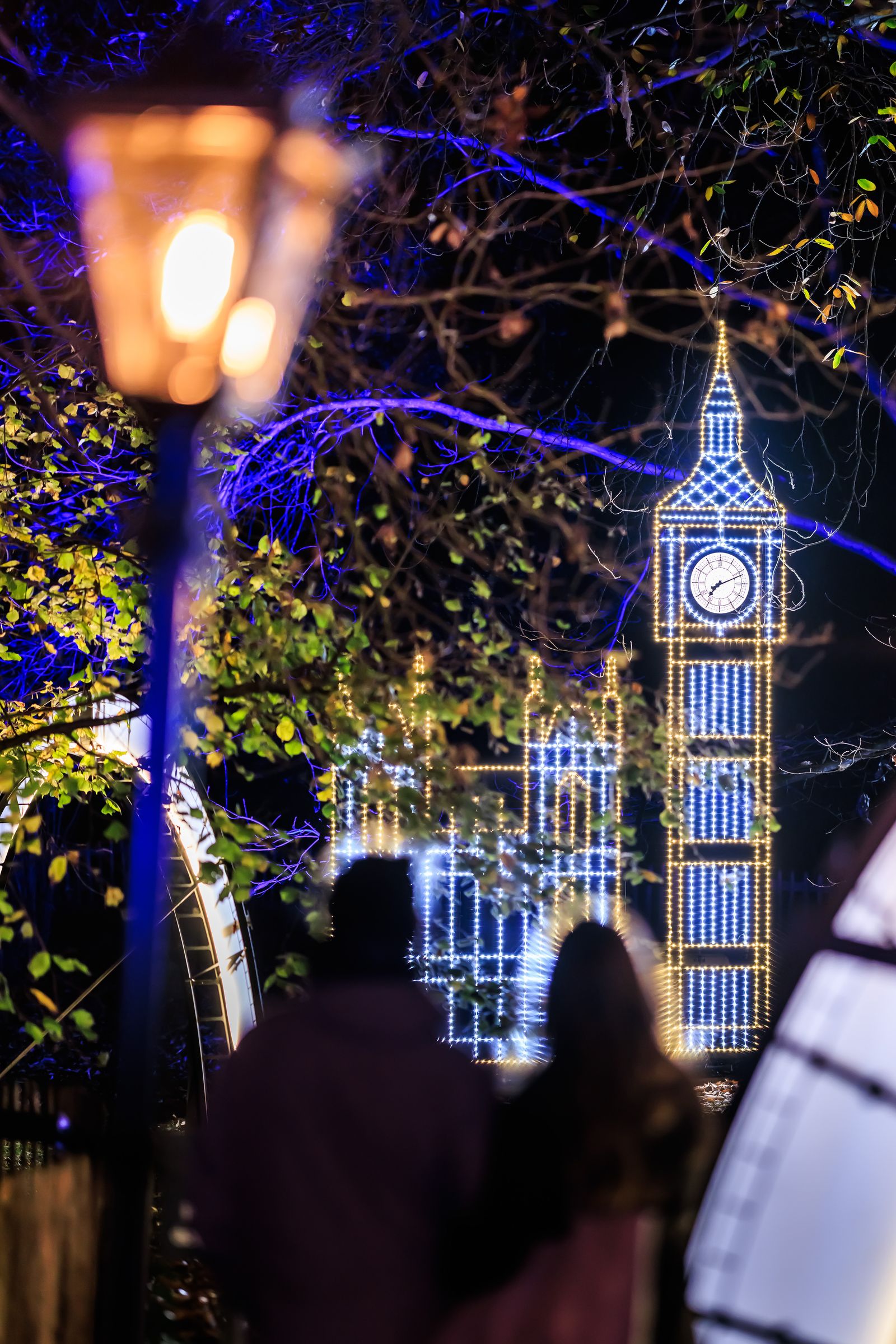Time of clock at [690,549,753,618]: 7:11
